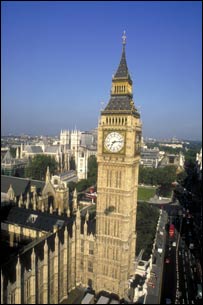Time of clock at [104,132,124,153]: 7:13
